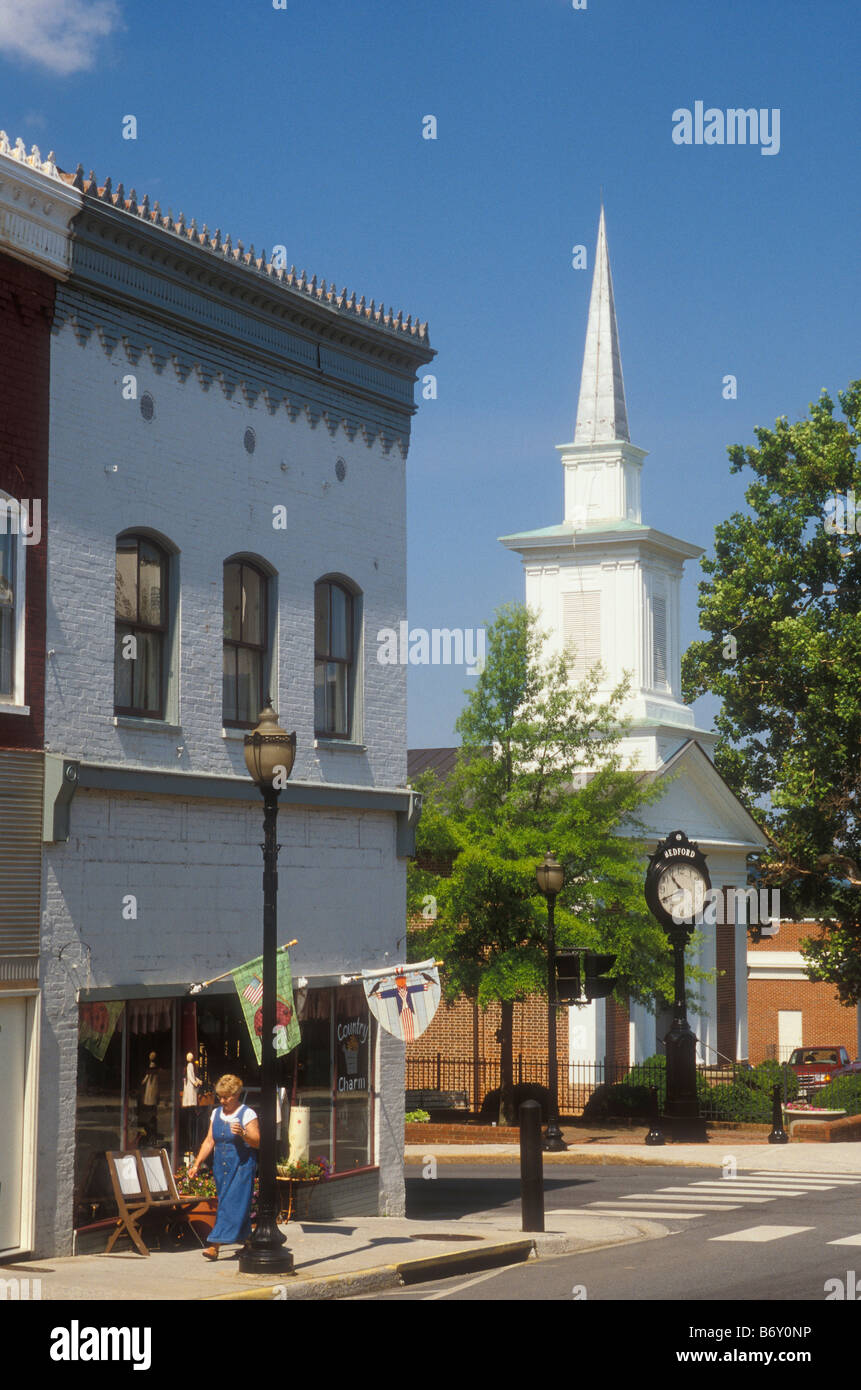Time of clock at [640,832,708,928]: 10:41
